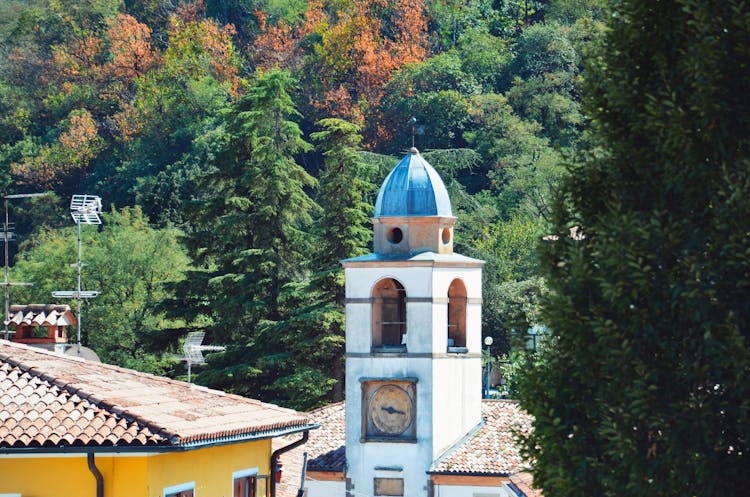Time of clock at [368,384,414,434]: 9:16
